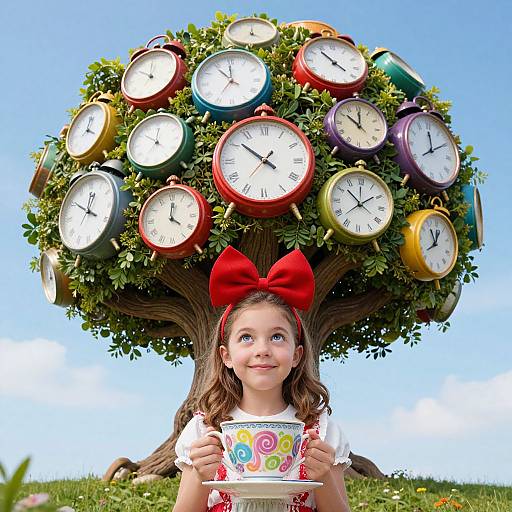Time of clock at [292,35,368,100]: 3:52
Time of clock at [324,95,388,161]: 10:00
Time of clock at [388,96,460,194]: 12:09
